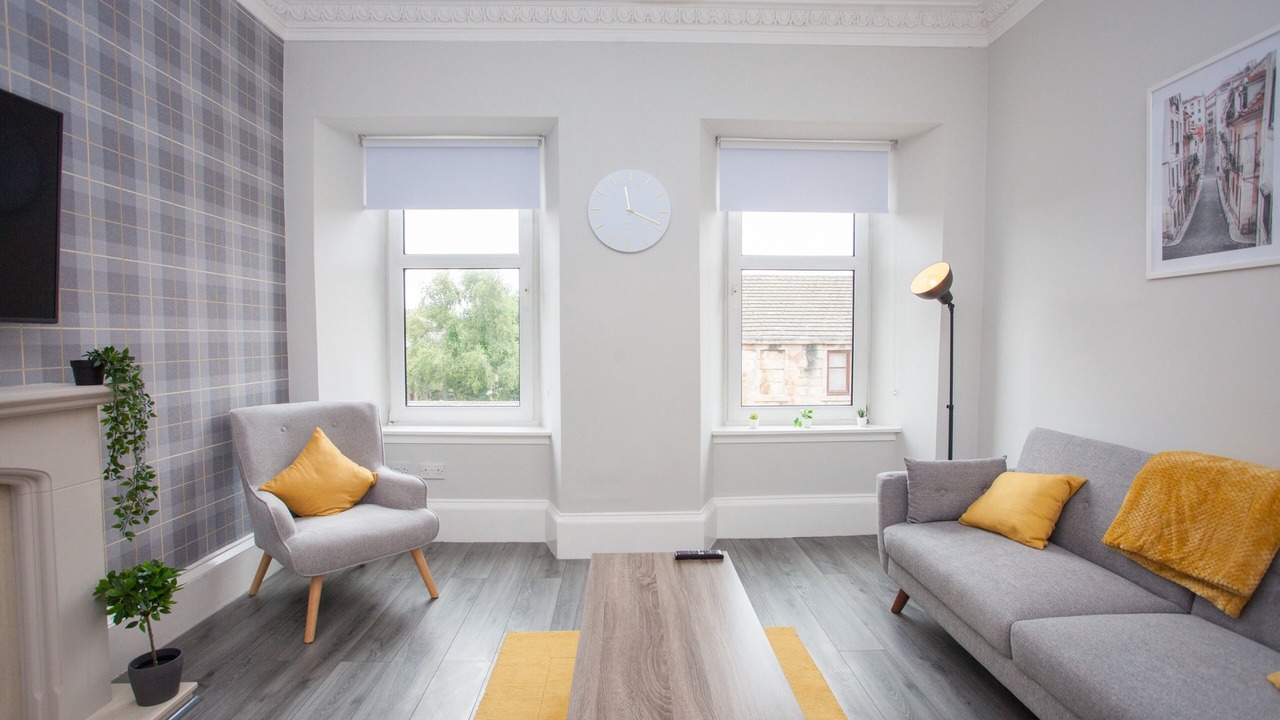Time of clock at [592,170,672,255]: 11:18
